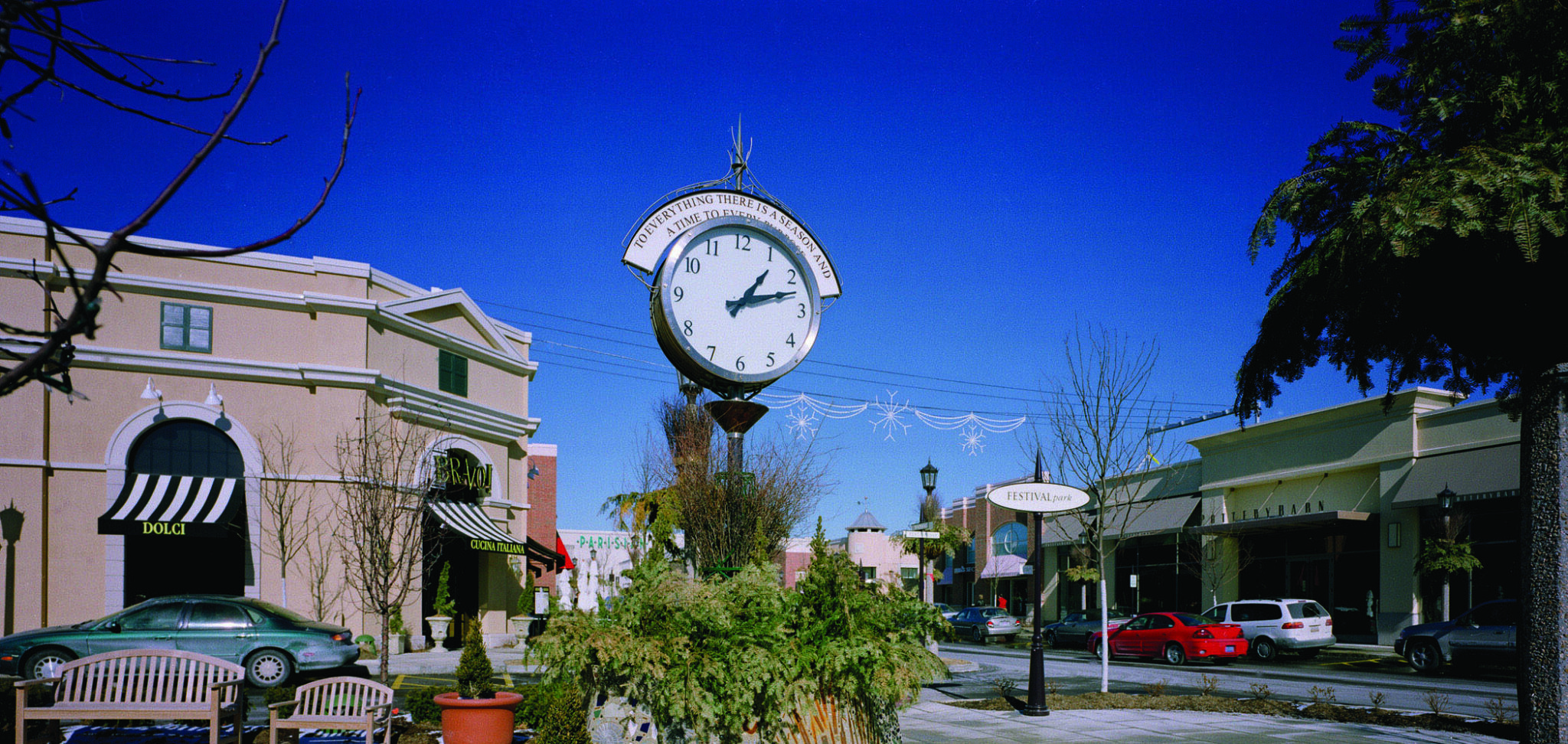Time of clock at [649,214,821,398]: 1:12
